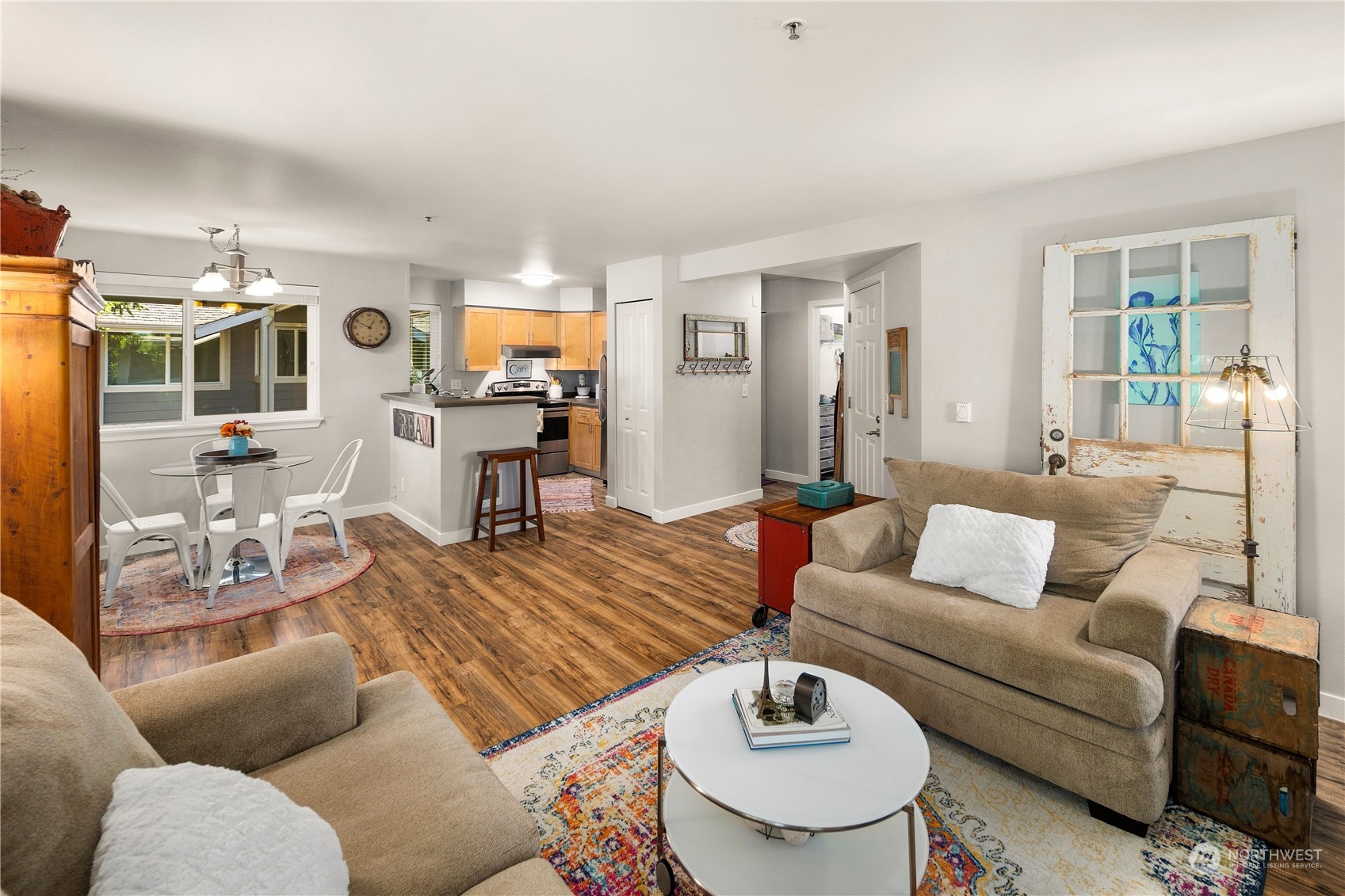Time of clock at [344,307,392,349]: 12:49
